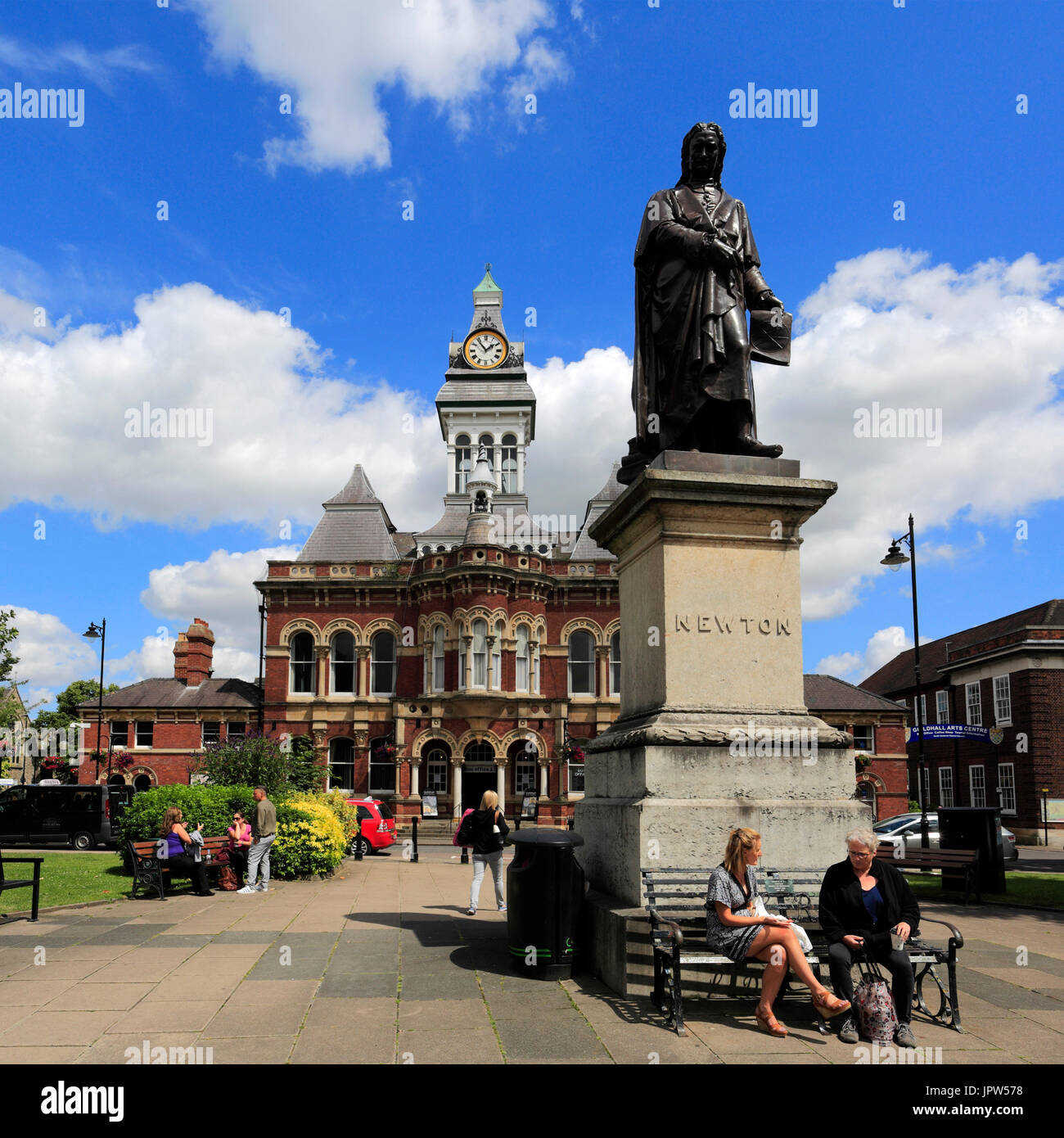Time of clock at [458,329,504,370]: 1:53
